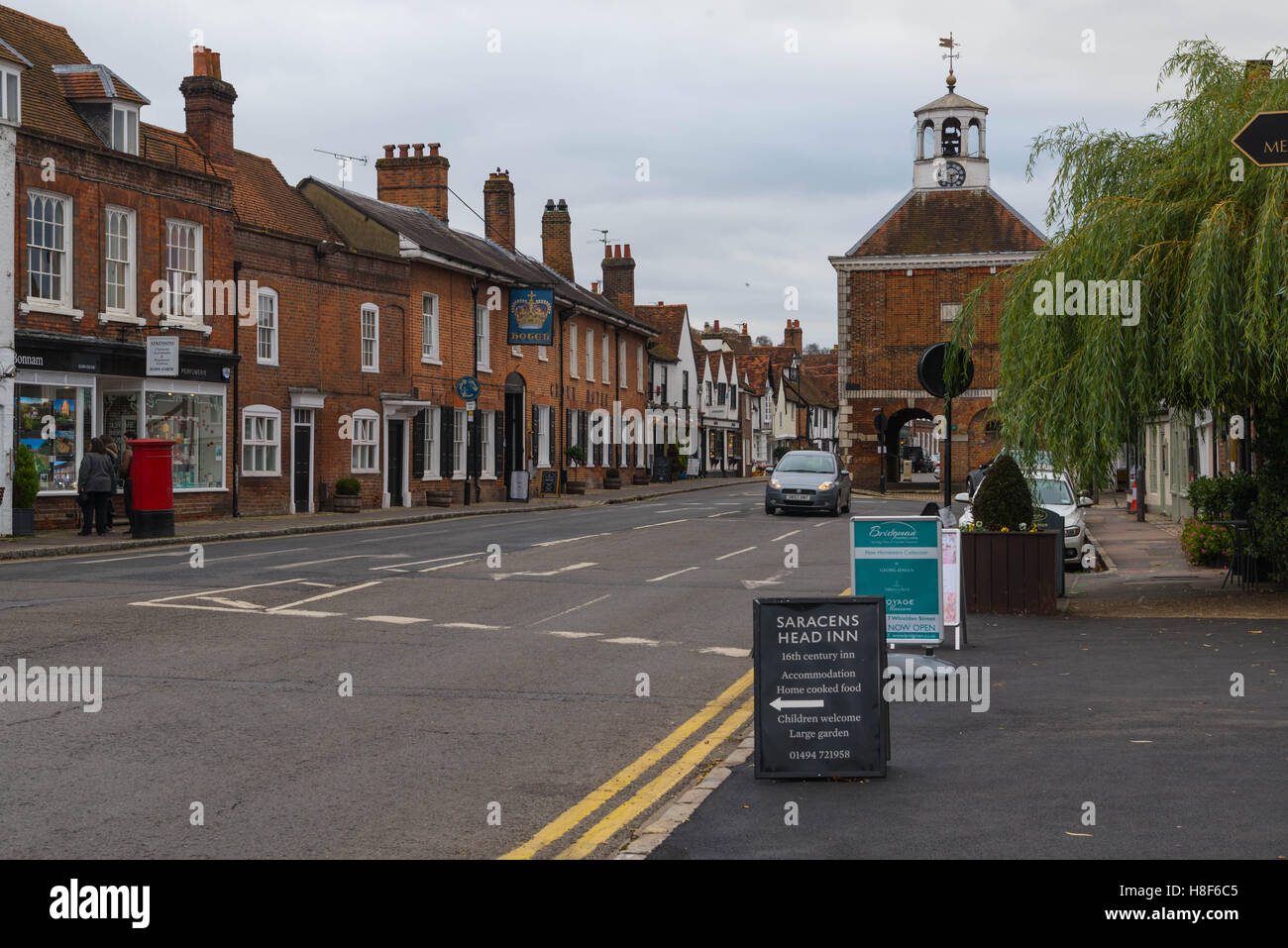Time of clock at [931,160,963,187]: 2:29
